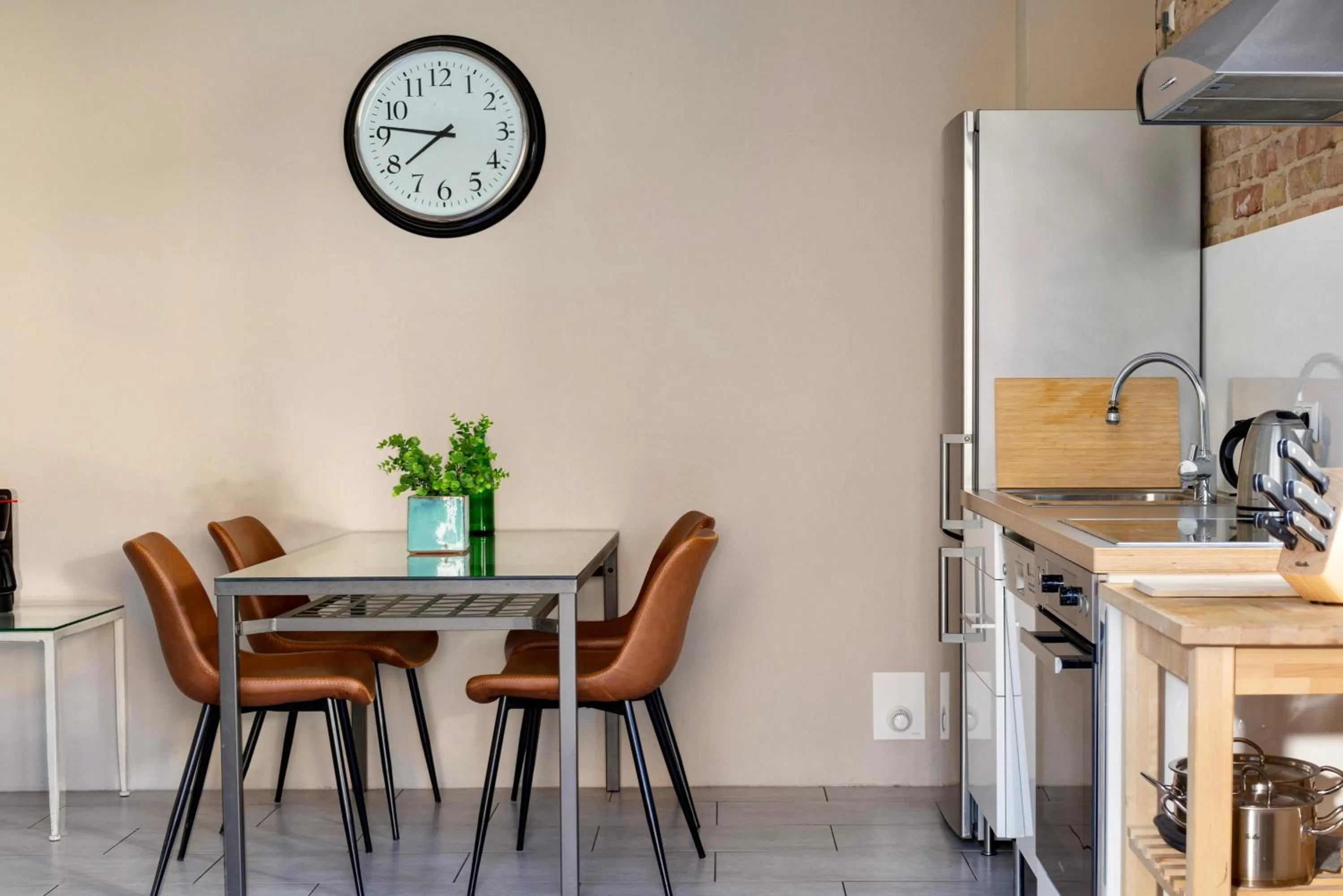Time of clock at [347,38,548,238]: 7:46
